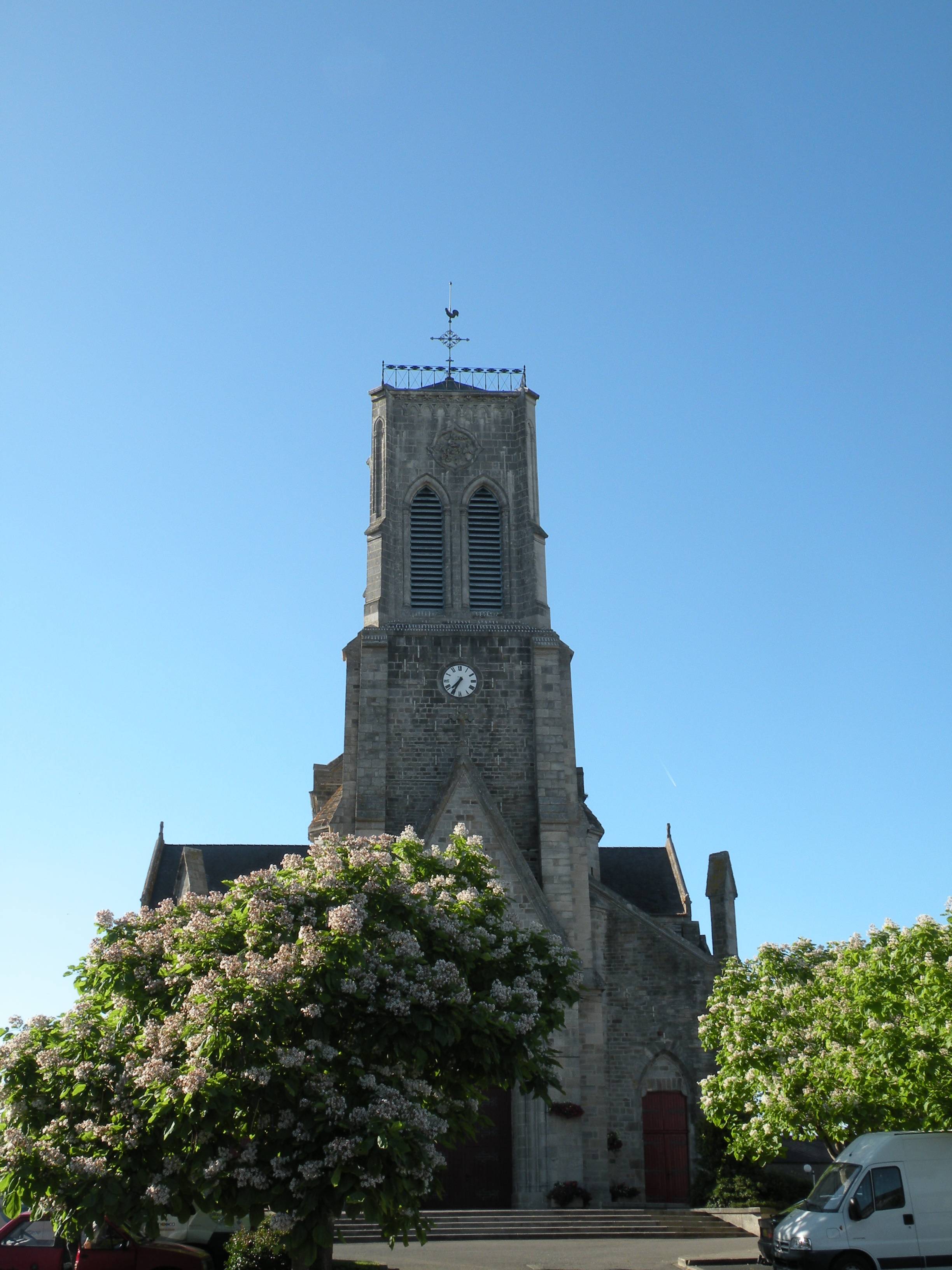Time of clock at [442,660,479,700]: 7:34
